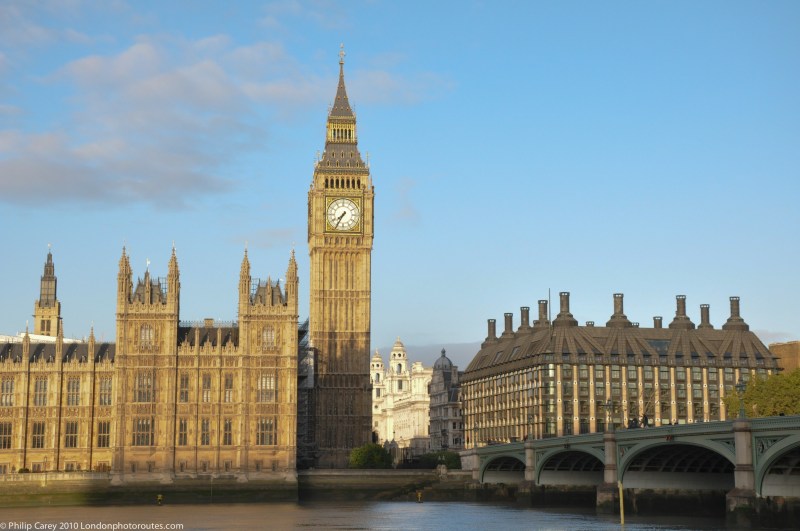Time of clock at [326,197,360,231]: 7:35
